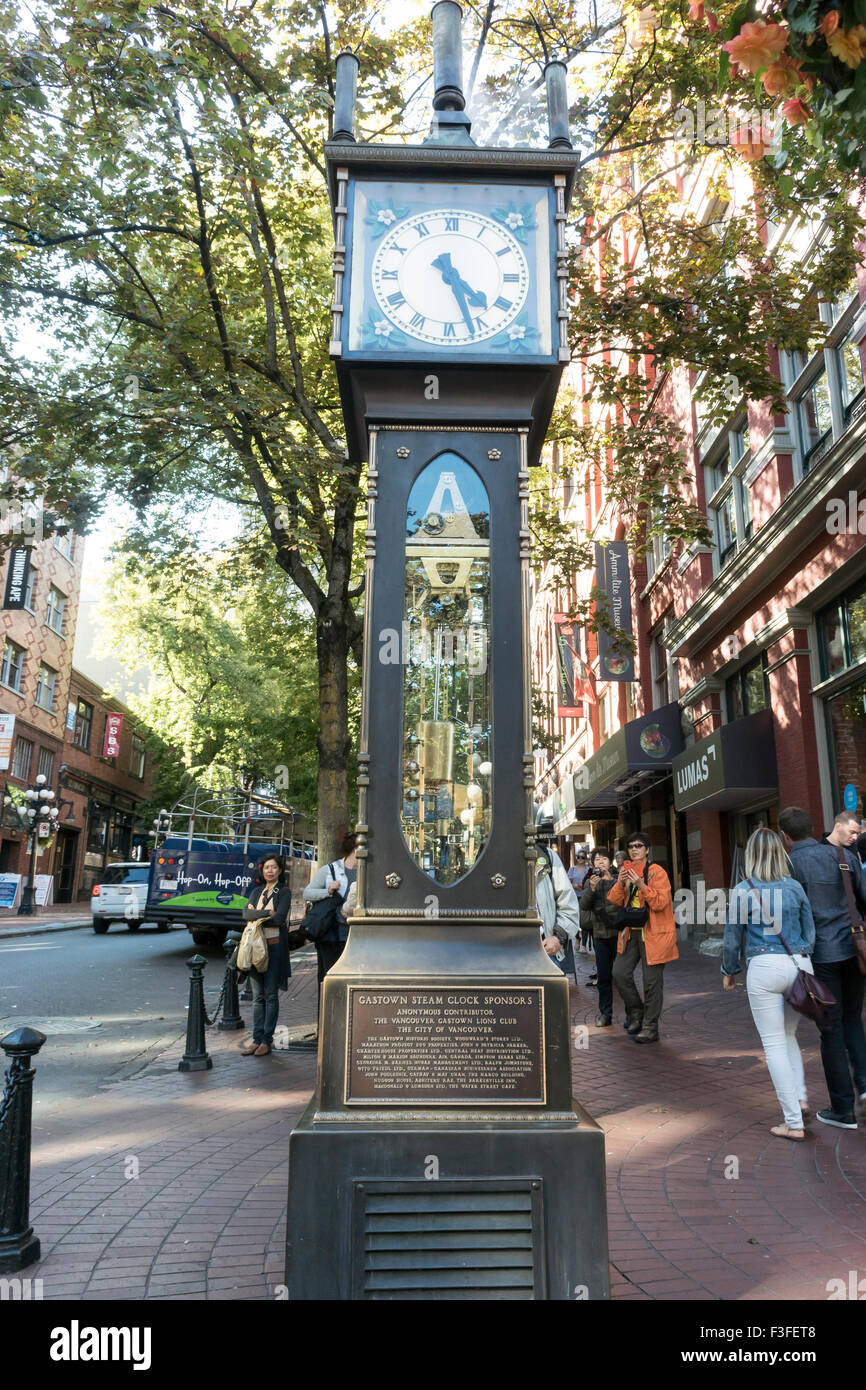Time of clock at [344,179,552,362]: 4:26
